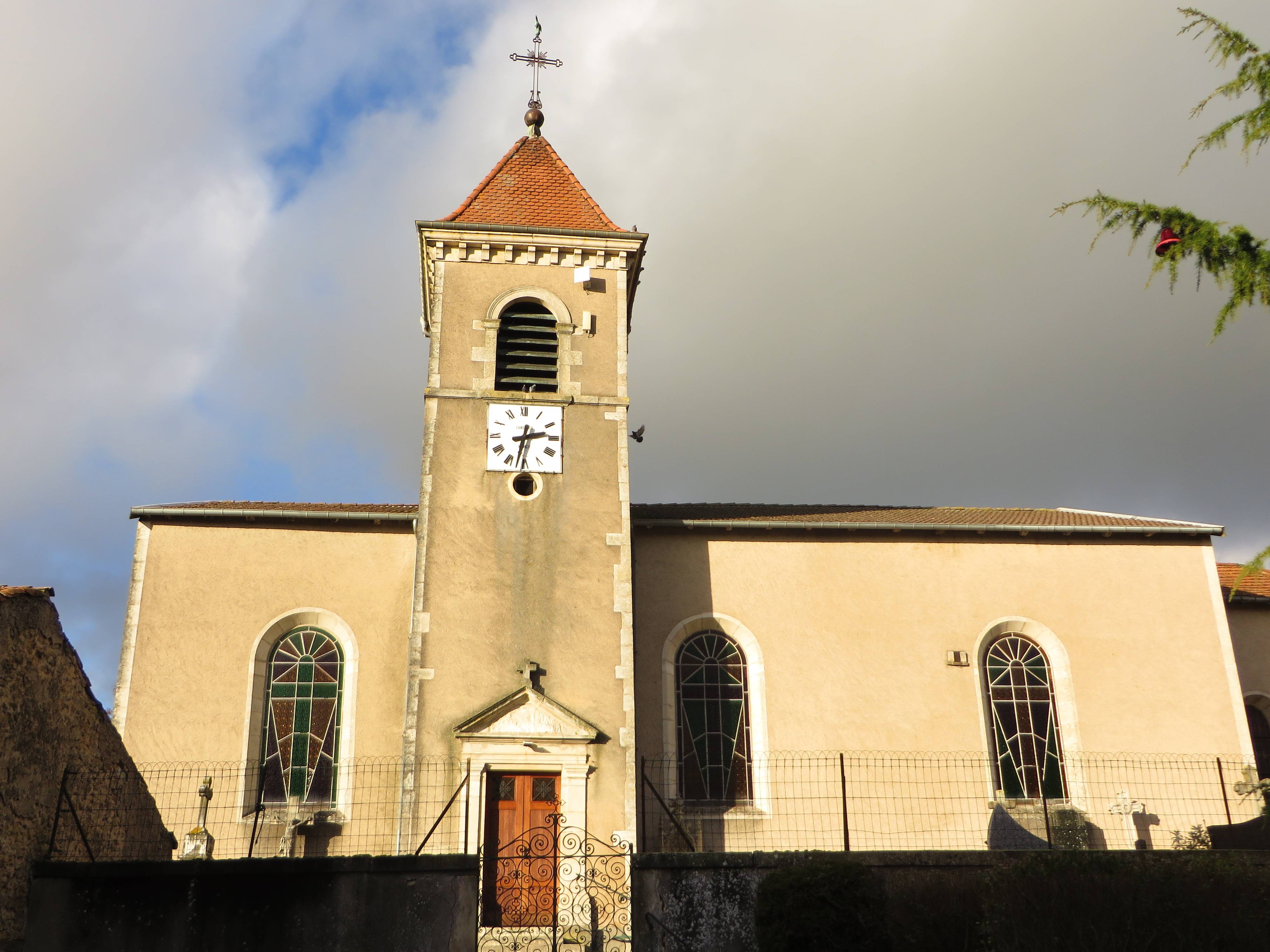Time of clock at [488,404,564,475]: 2:32
